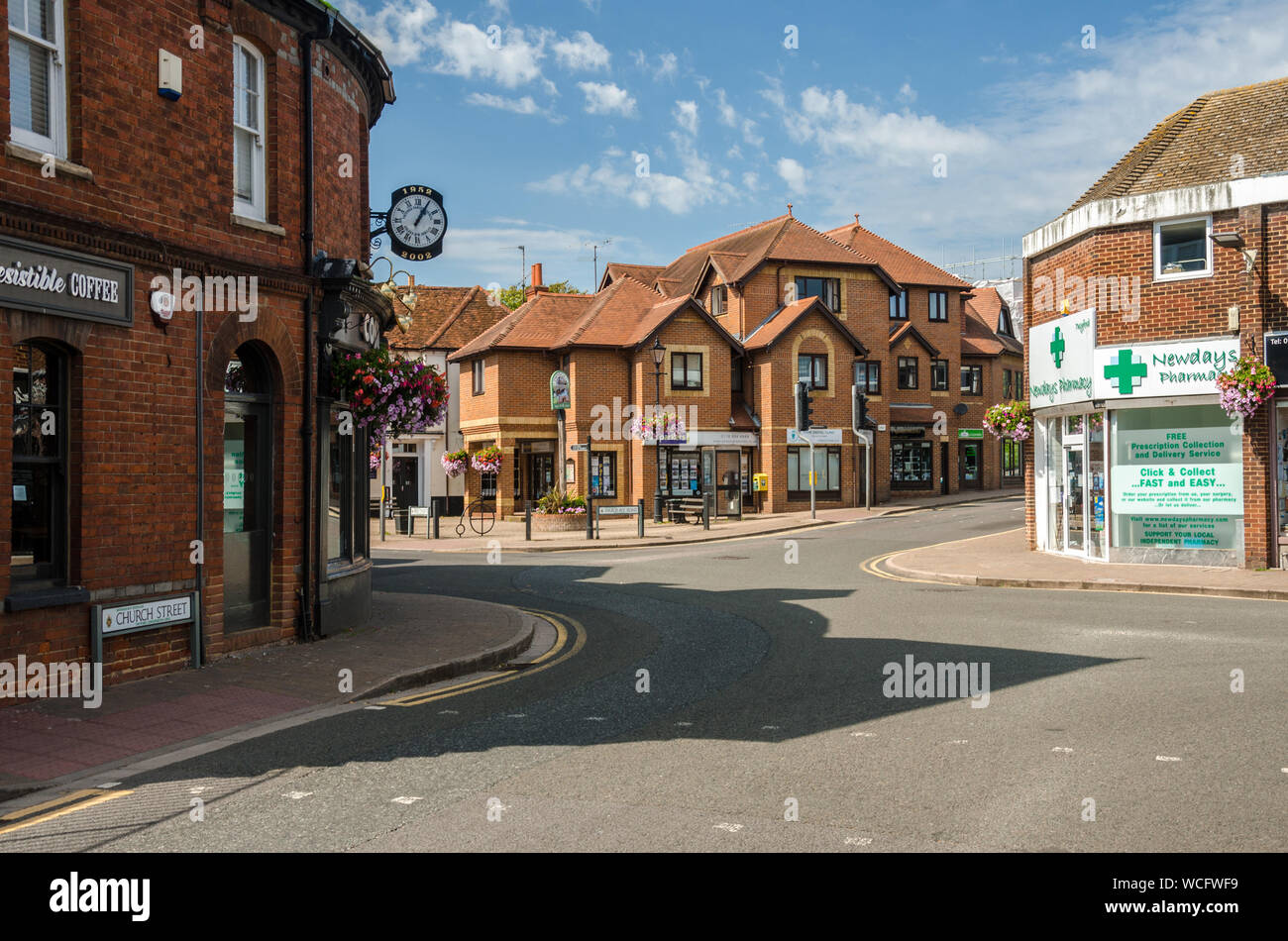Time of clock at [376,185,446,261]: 1:05
